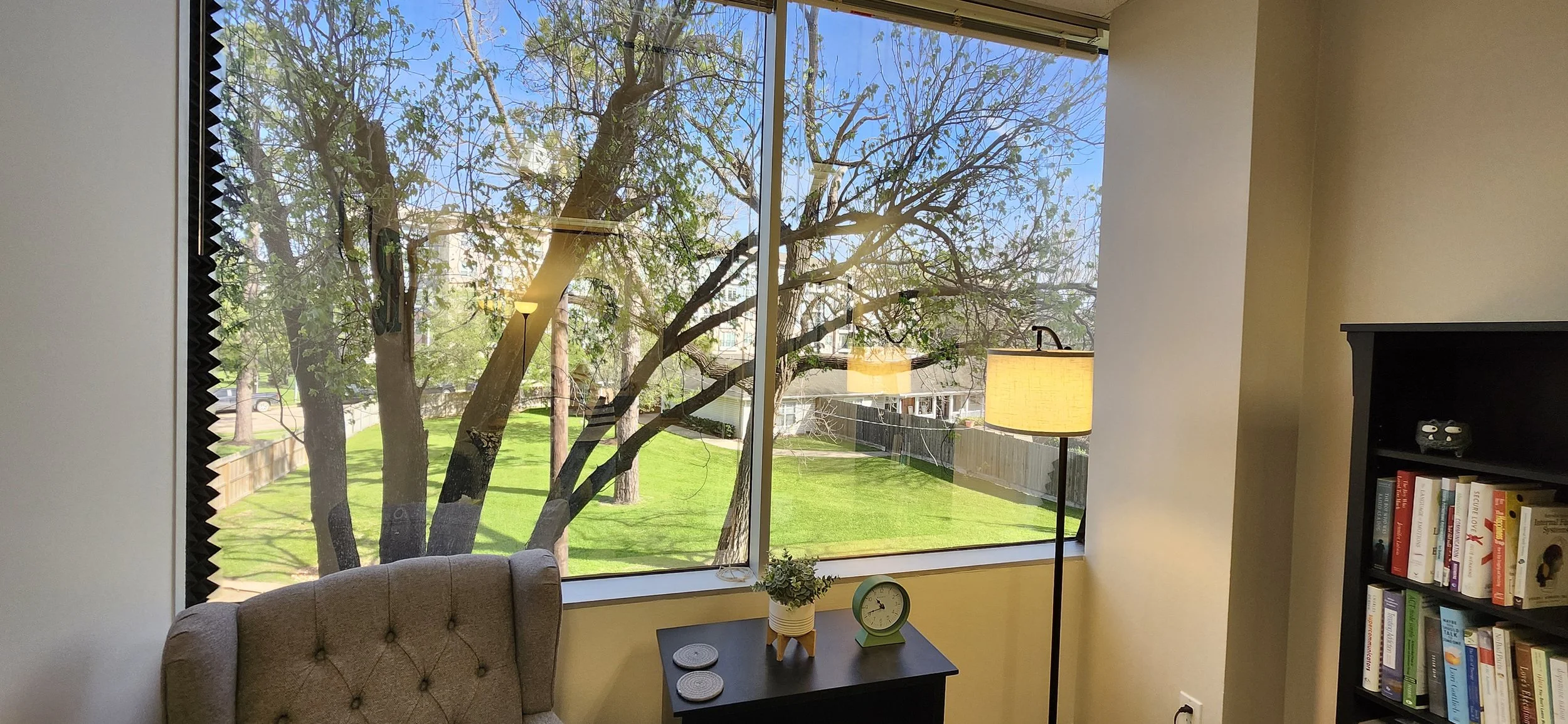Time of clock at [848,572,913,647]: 10:41
